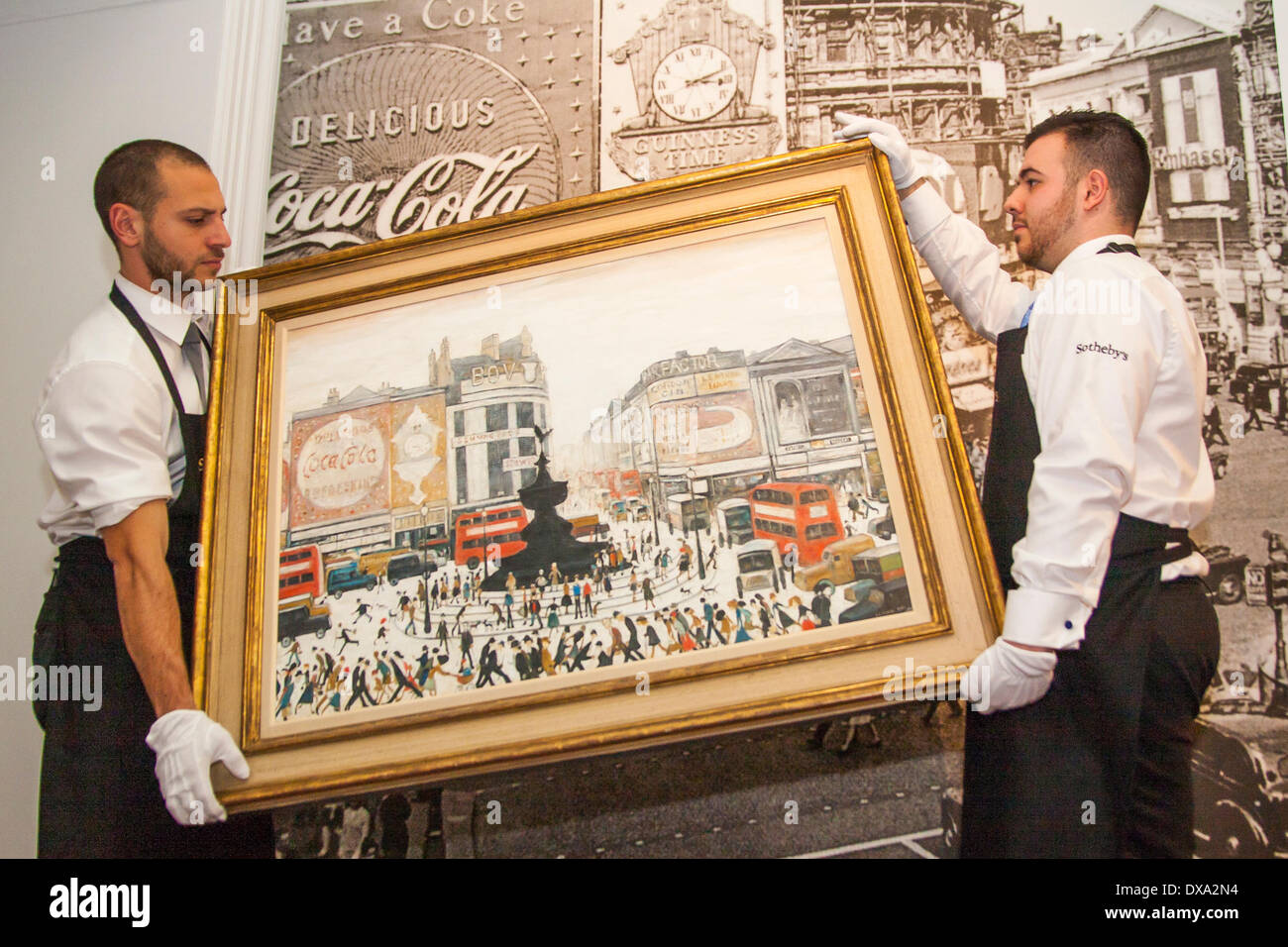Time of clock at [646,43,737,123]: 3:11
